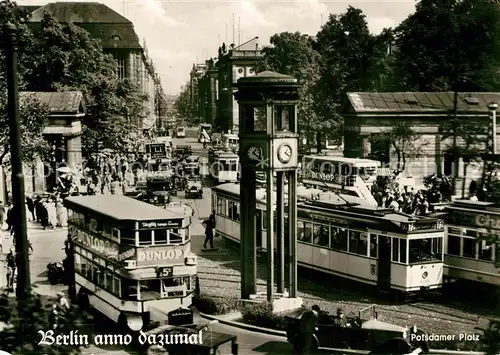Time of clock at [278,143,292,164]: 1:20
